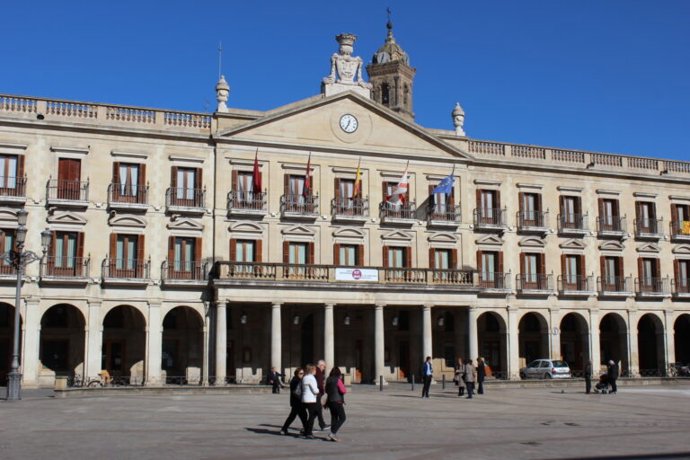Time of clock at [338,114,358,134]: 12:34
